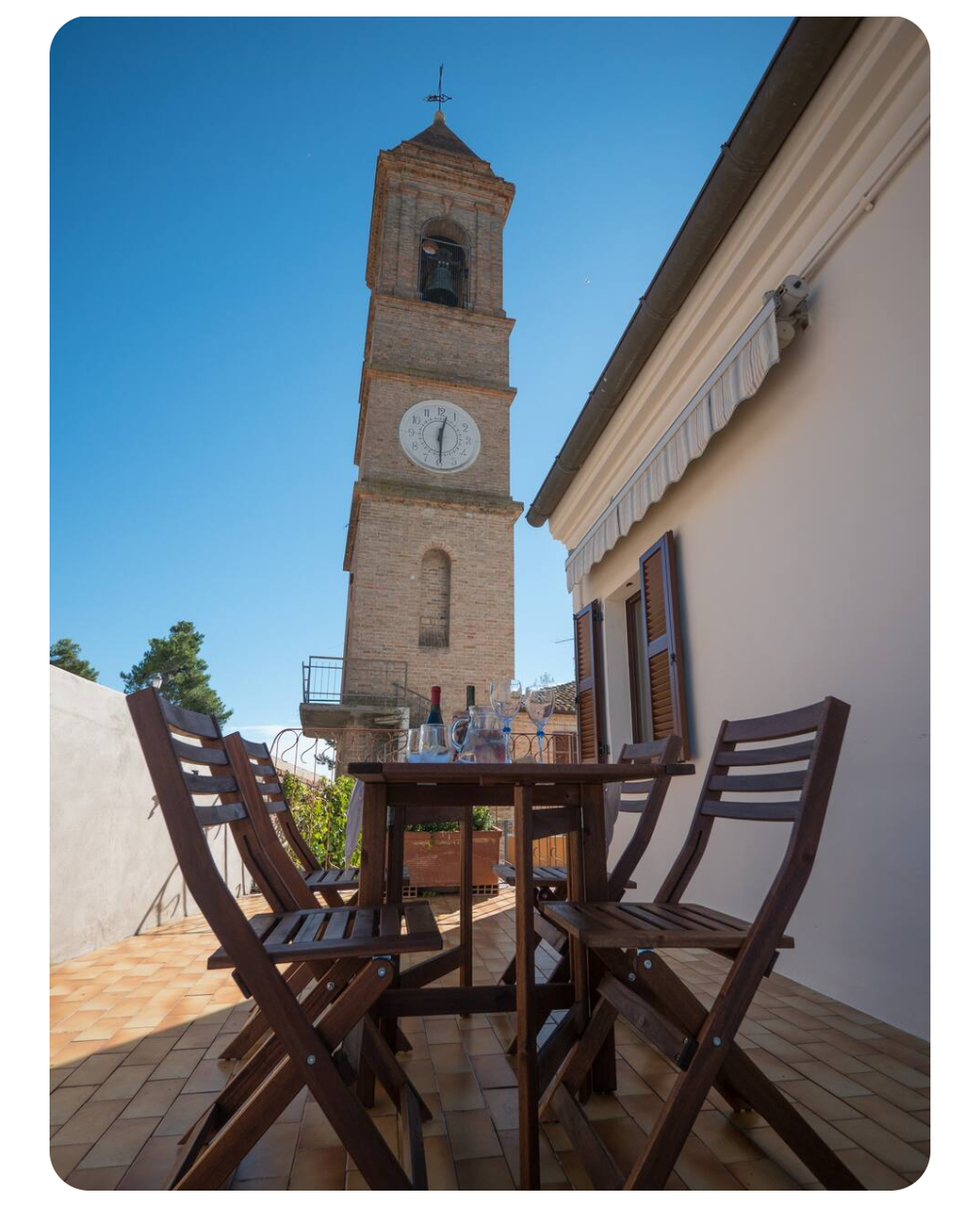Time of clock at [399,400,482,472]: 12:29
